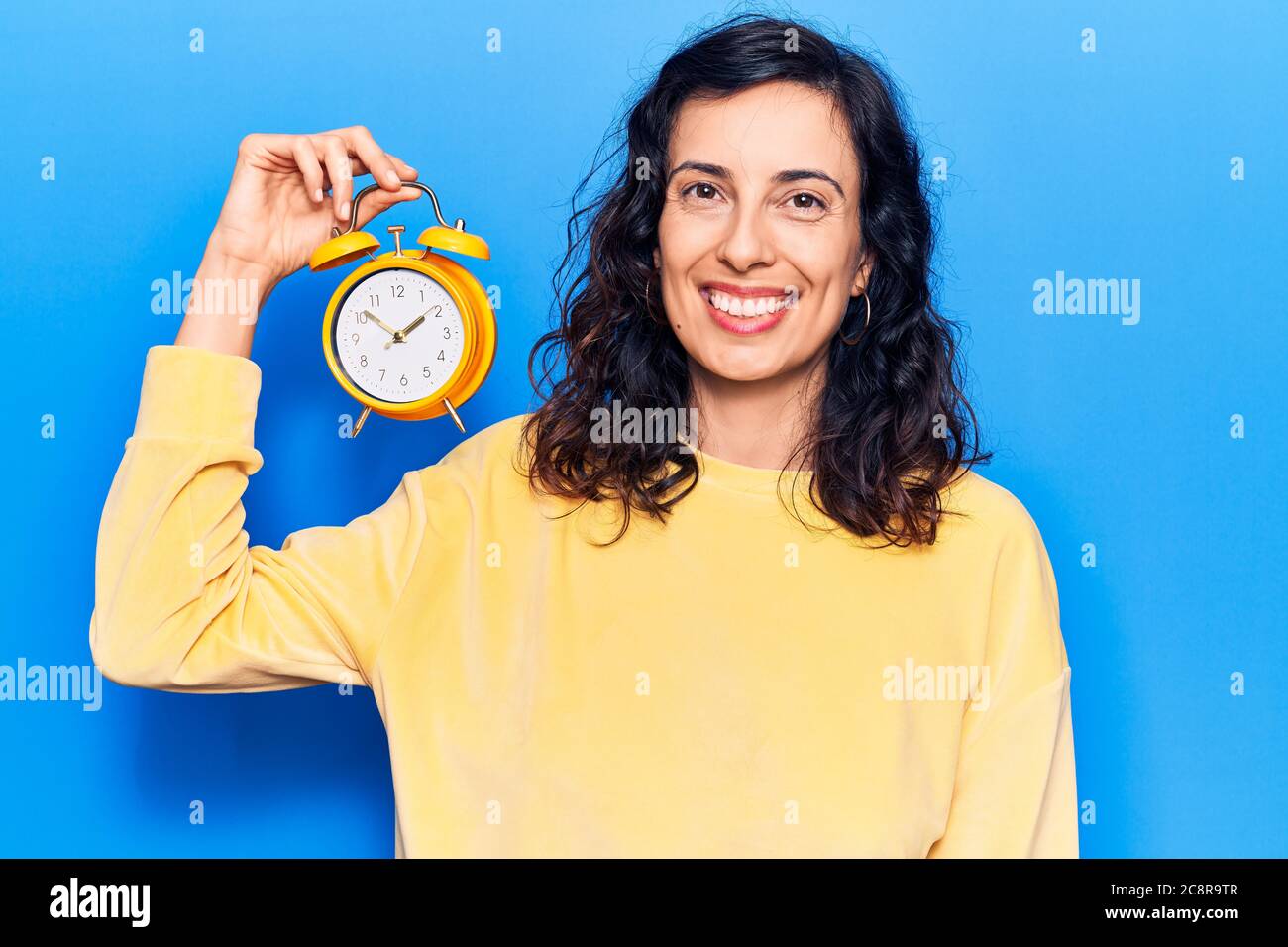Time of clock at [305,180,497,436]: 1:51
